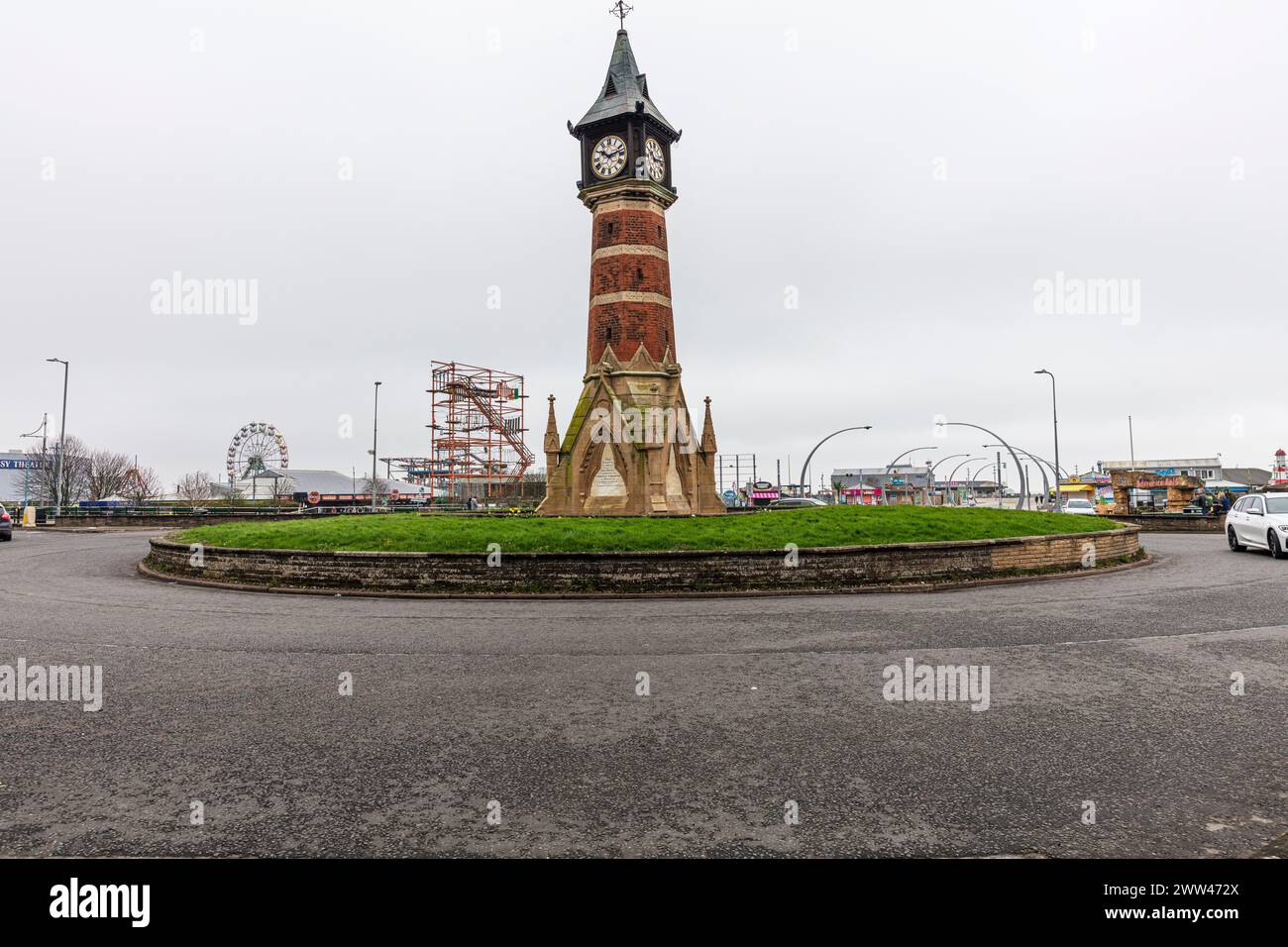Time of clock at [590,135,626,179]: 10:12
